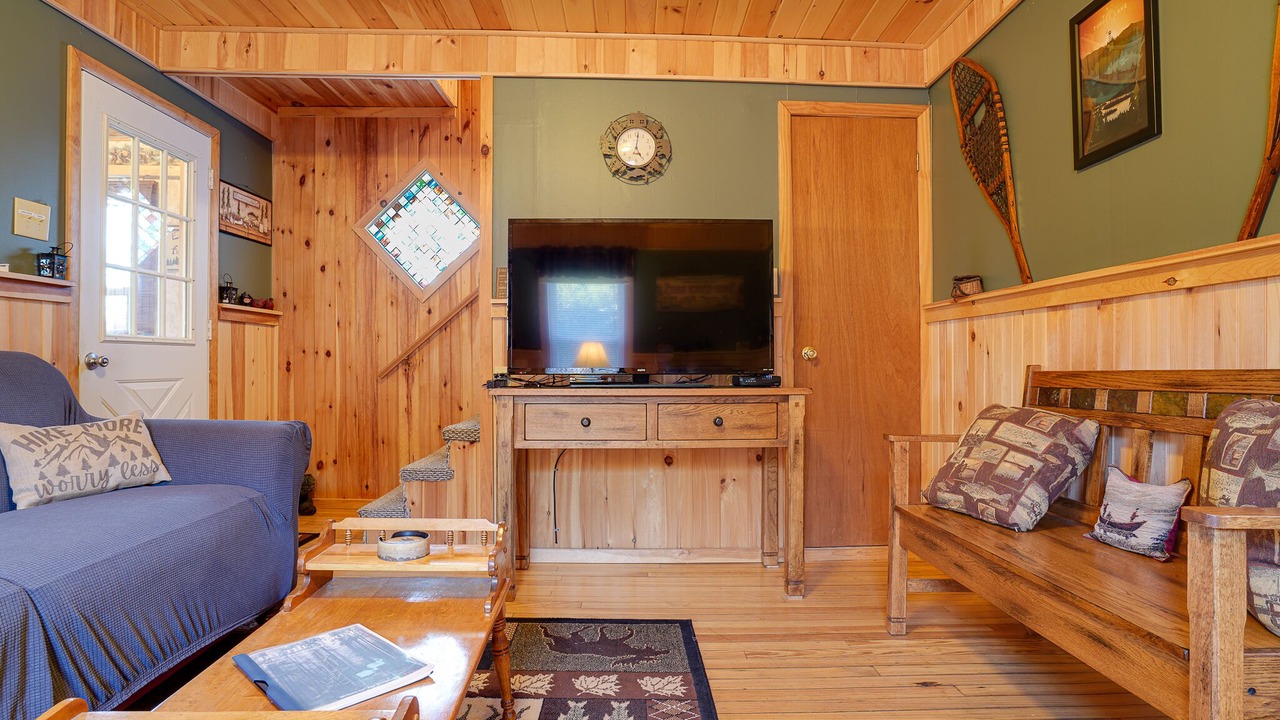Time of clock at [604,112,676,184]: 5:01
